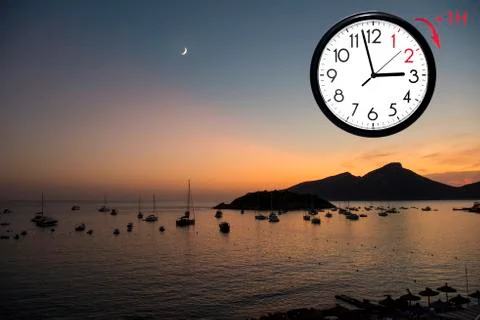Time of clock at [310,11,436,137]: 2:57
